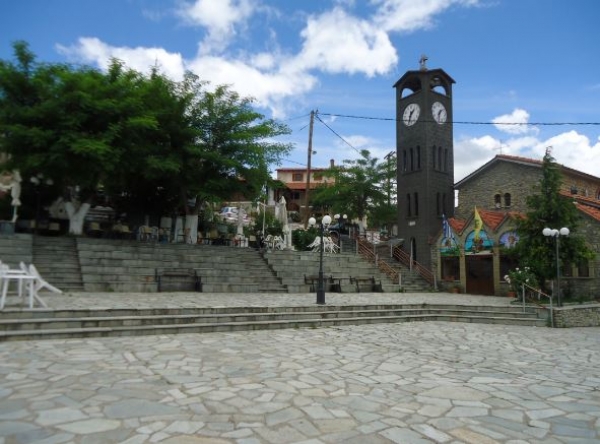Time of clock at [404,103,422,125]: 1:32
